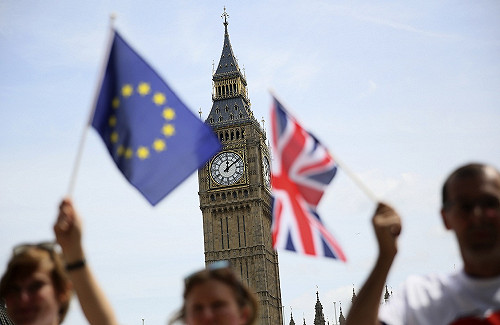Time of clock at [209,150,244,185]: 12:09
